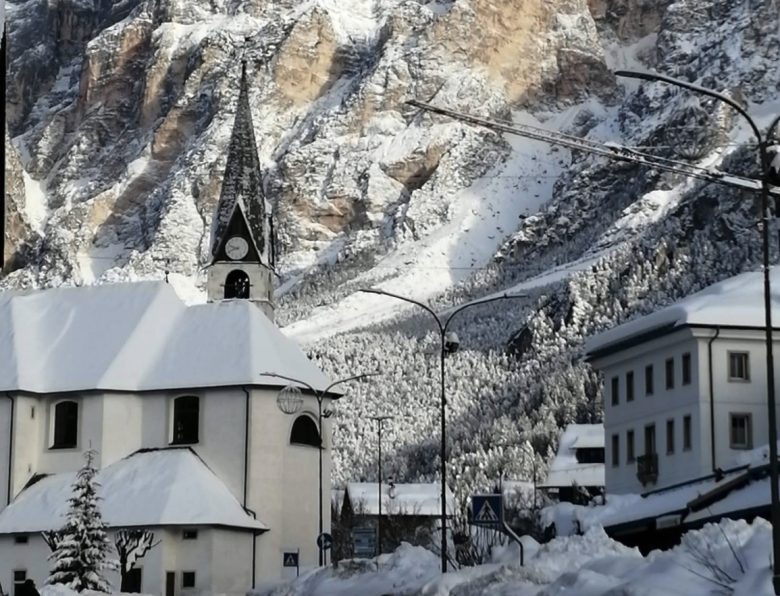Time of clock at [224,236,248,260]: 9:41
